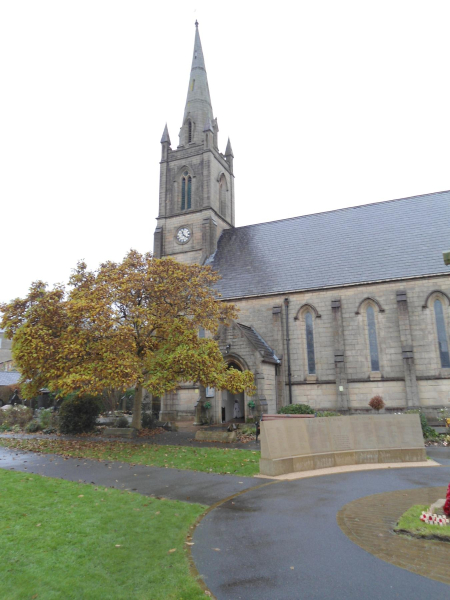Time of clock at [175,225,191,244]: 11:21
